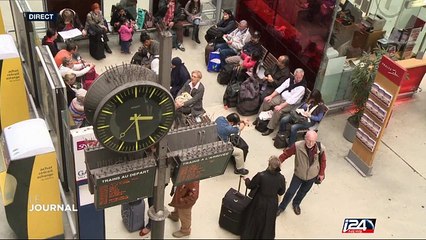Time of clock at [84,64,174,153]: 3:29
